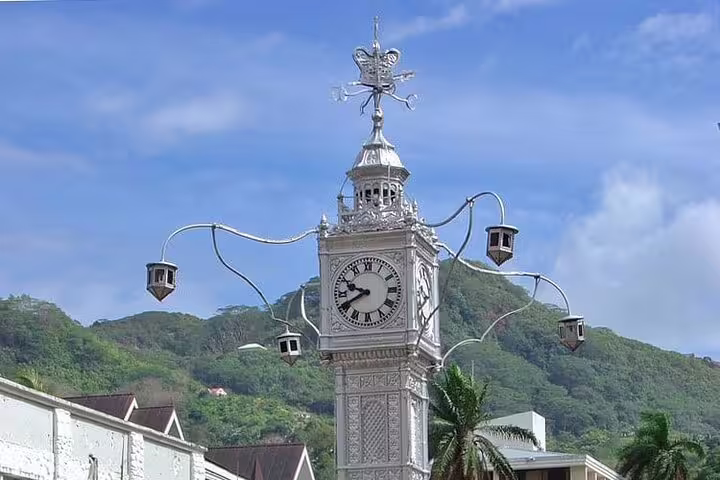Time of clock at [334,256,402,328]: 9:40
